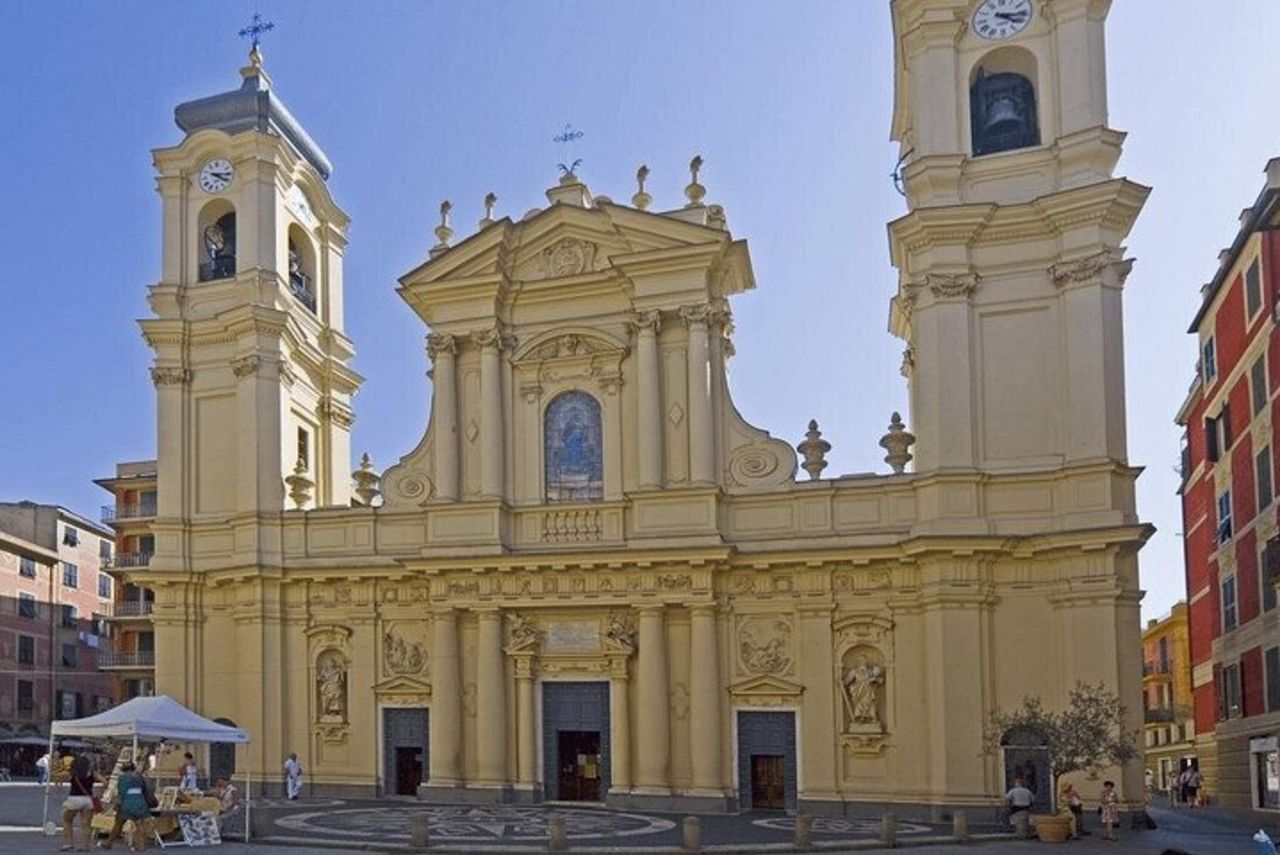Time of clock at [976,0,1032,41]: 4:16
